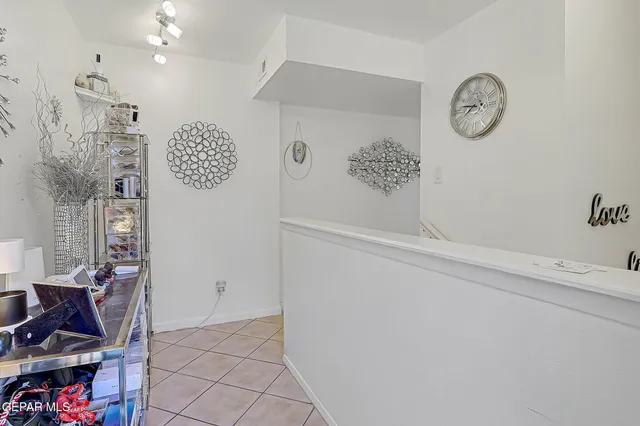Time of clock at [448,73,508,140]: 7:46
